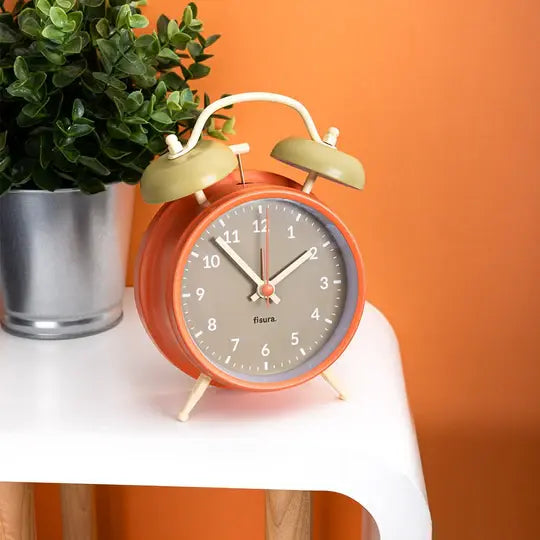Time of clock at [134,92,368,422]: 1:52
